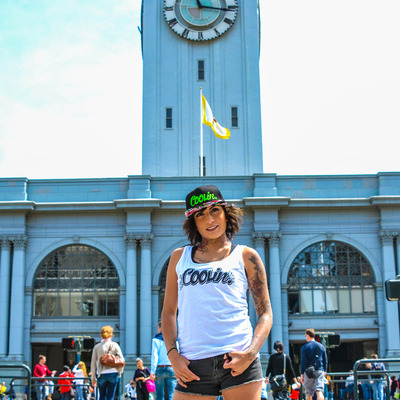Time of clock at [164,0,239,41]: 11:16
